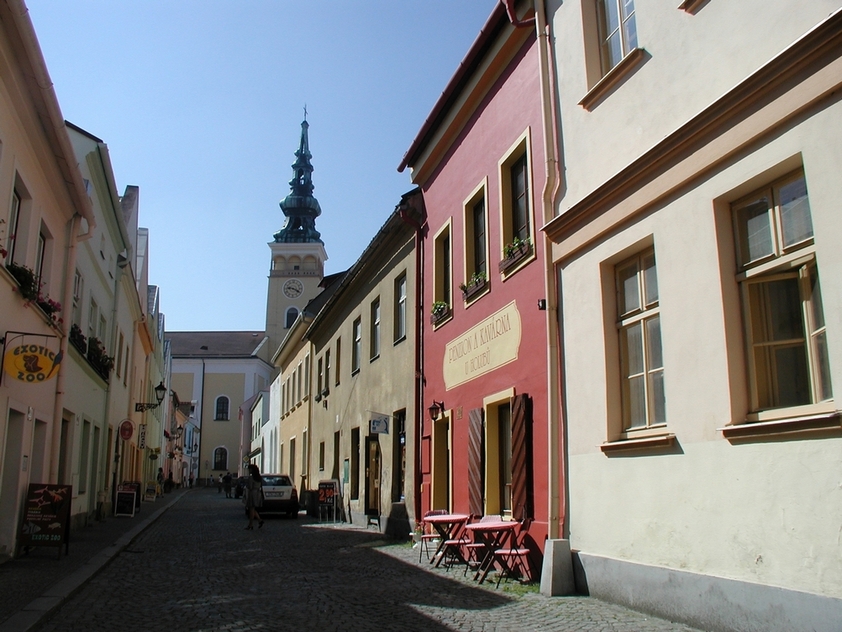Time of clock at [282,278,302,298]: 9:19
